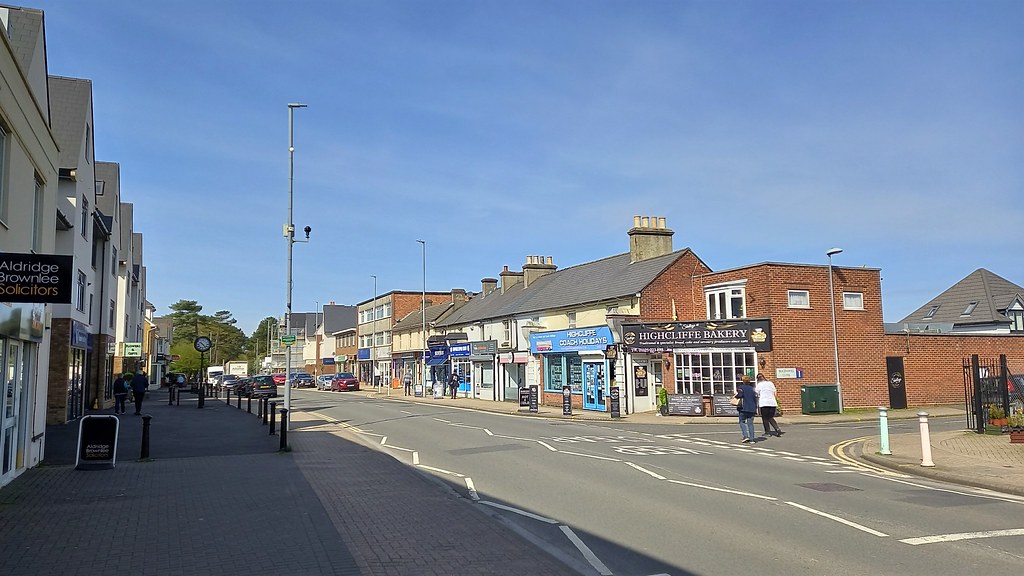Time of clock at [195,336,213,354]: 10:23
